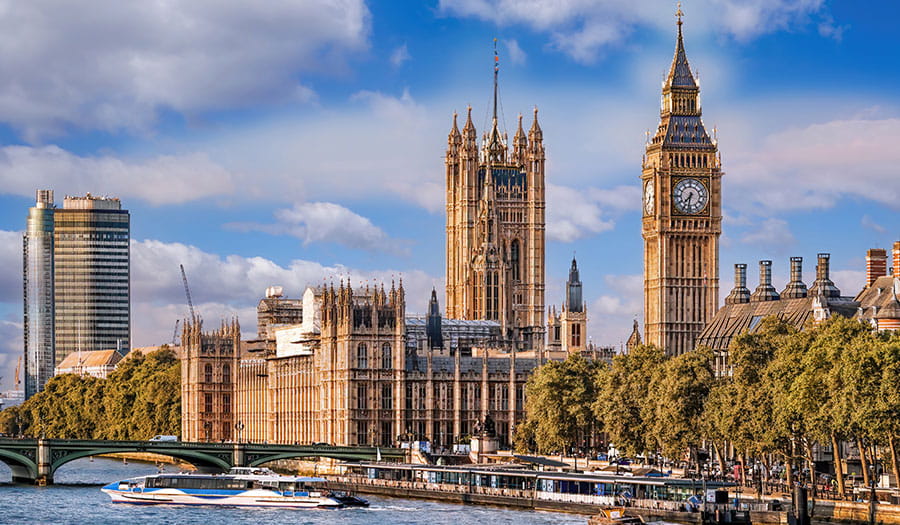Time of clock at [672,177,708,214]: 7:32
